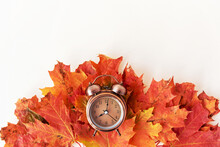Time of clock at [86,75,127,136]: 8:02
